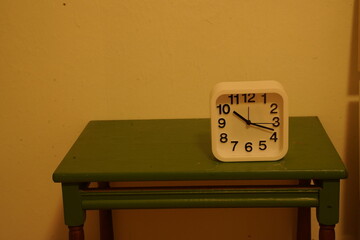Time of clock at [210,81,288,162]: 10:17
